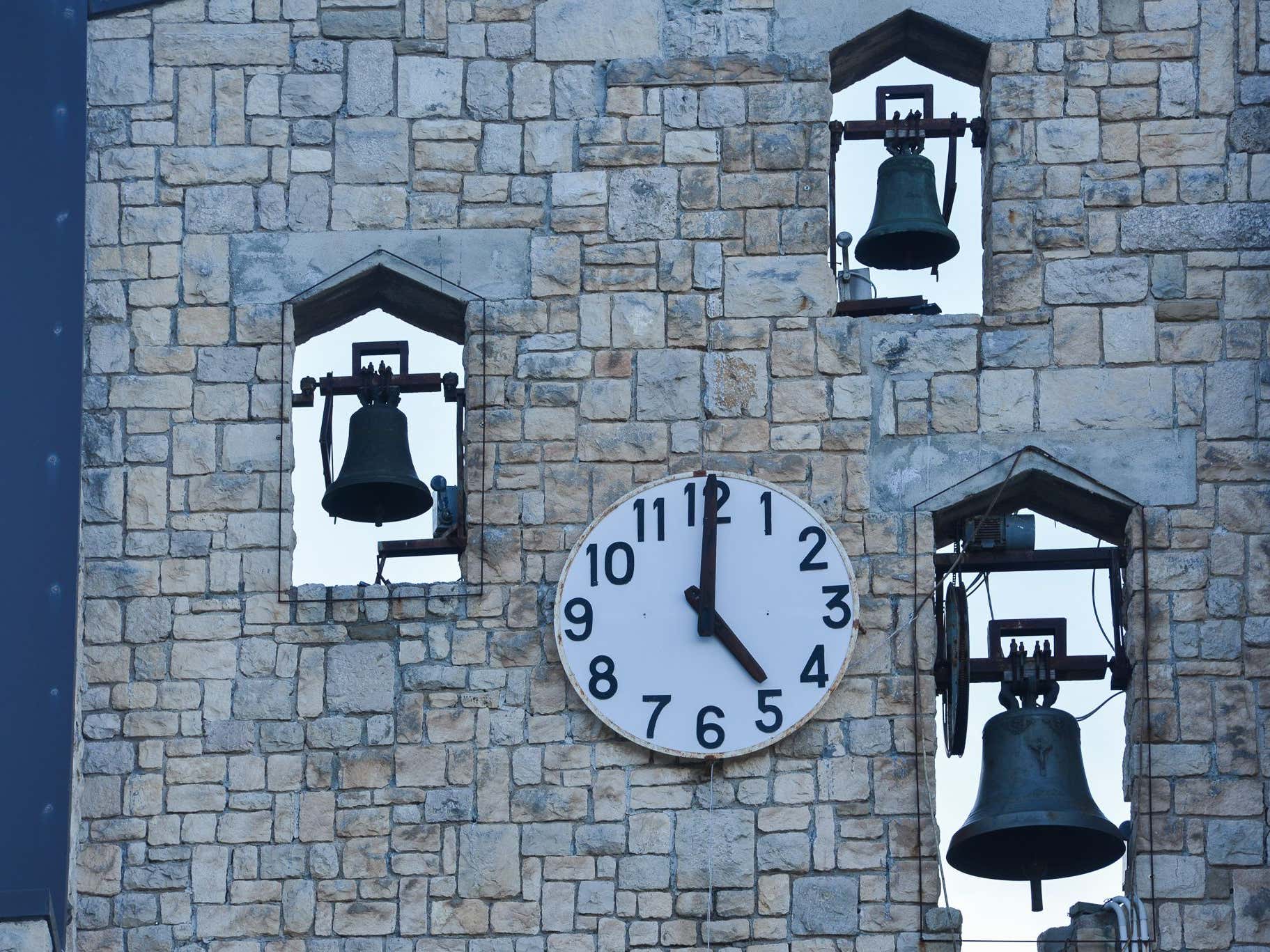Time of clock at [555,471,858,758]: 5:00
